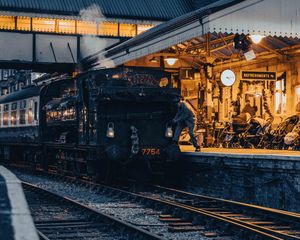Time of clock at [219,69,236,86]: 4:13
